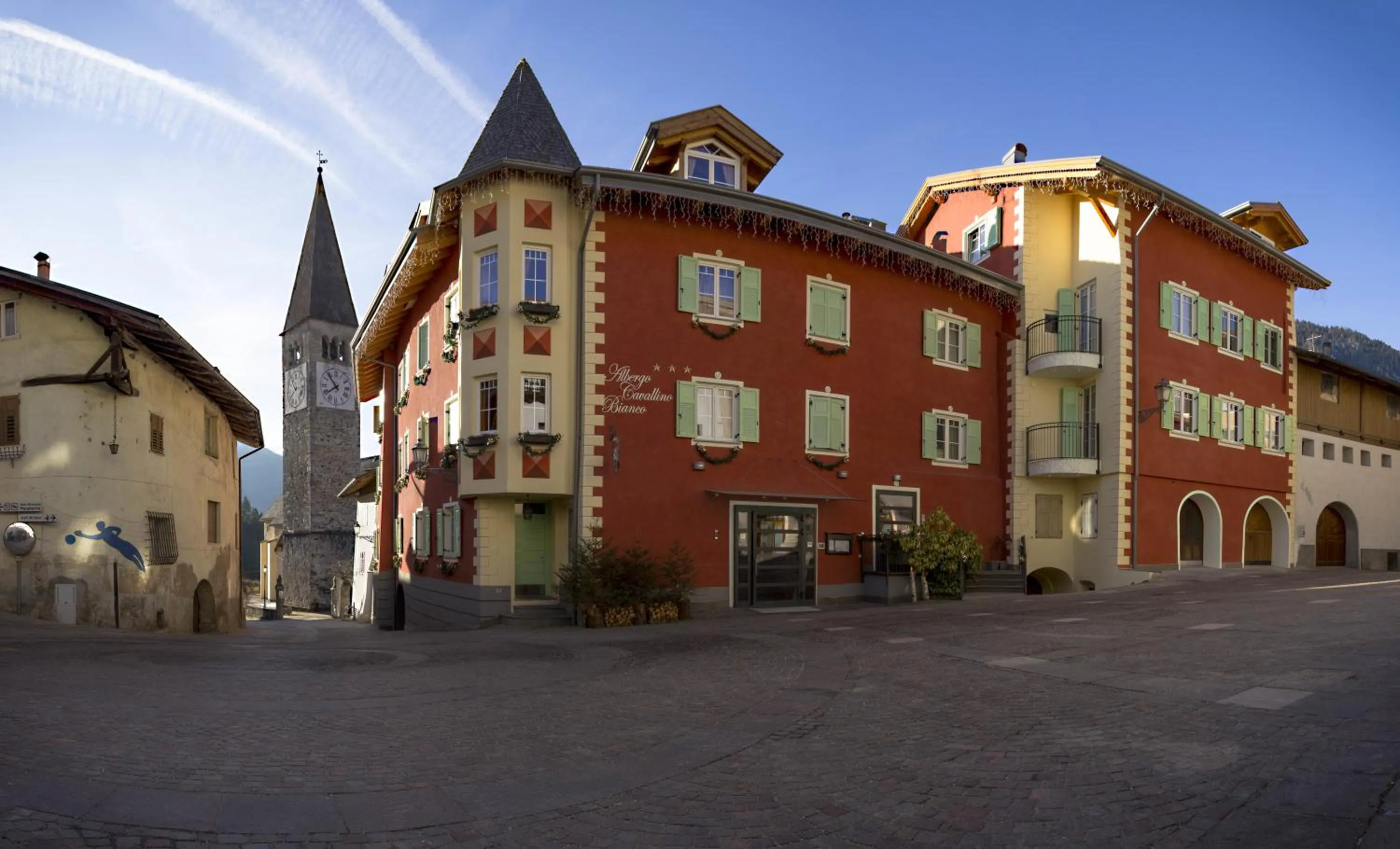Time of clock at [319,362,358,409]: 7:53
